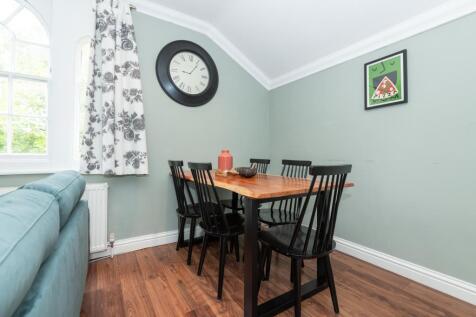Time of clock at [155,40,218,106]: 9:06
